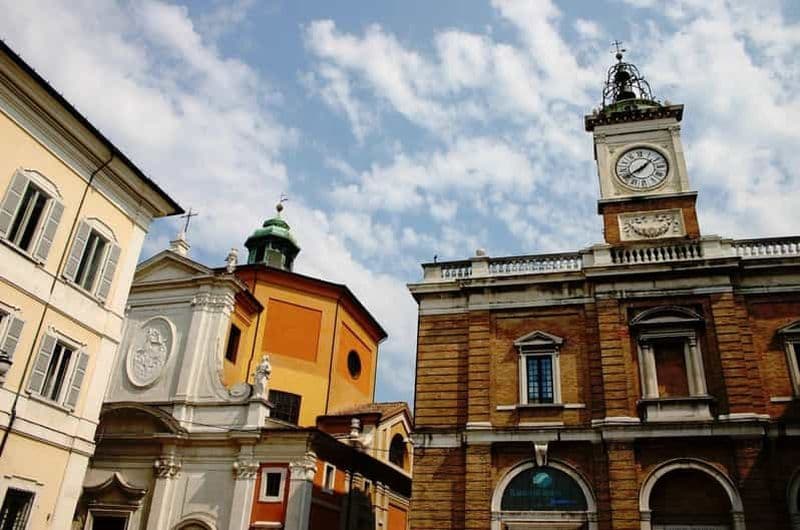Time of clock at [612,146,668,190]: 1:39
